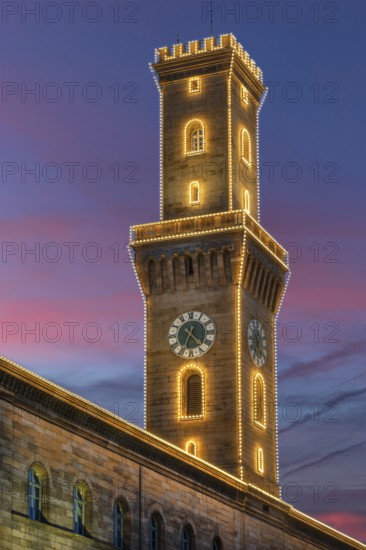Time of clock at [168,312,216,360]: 4:34
